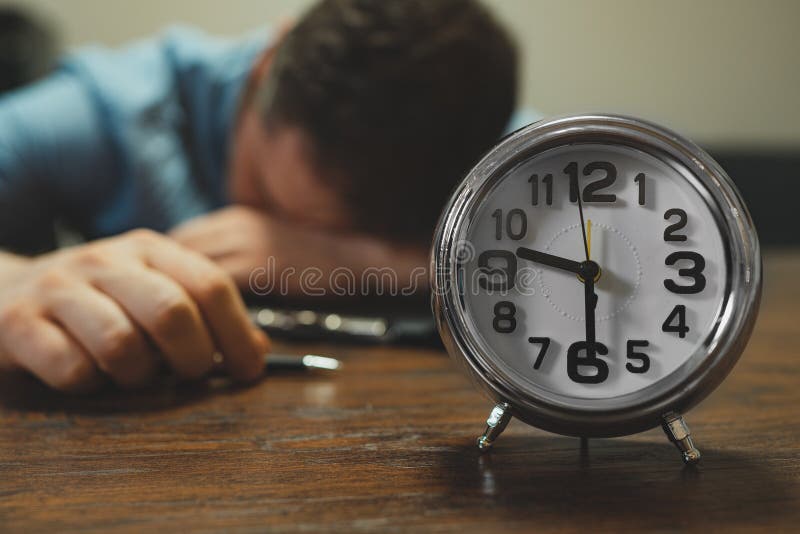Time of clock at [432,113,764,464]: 5:47
